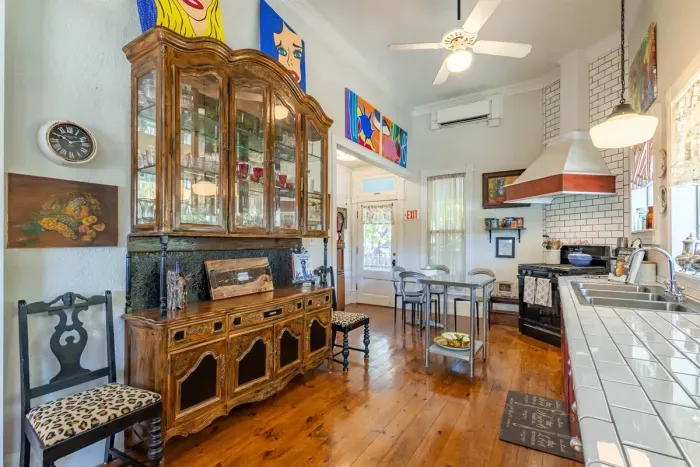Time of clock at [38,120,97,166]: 9:12
